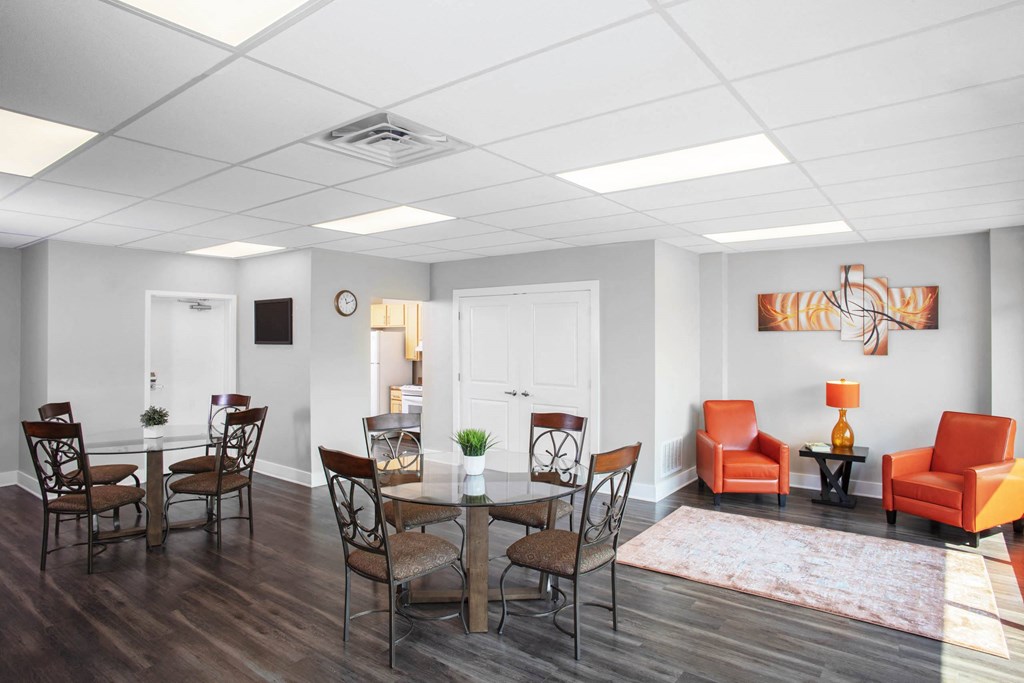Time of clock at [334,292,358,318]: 11:11
